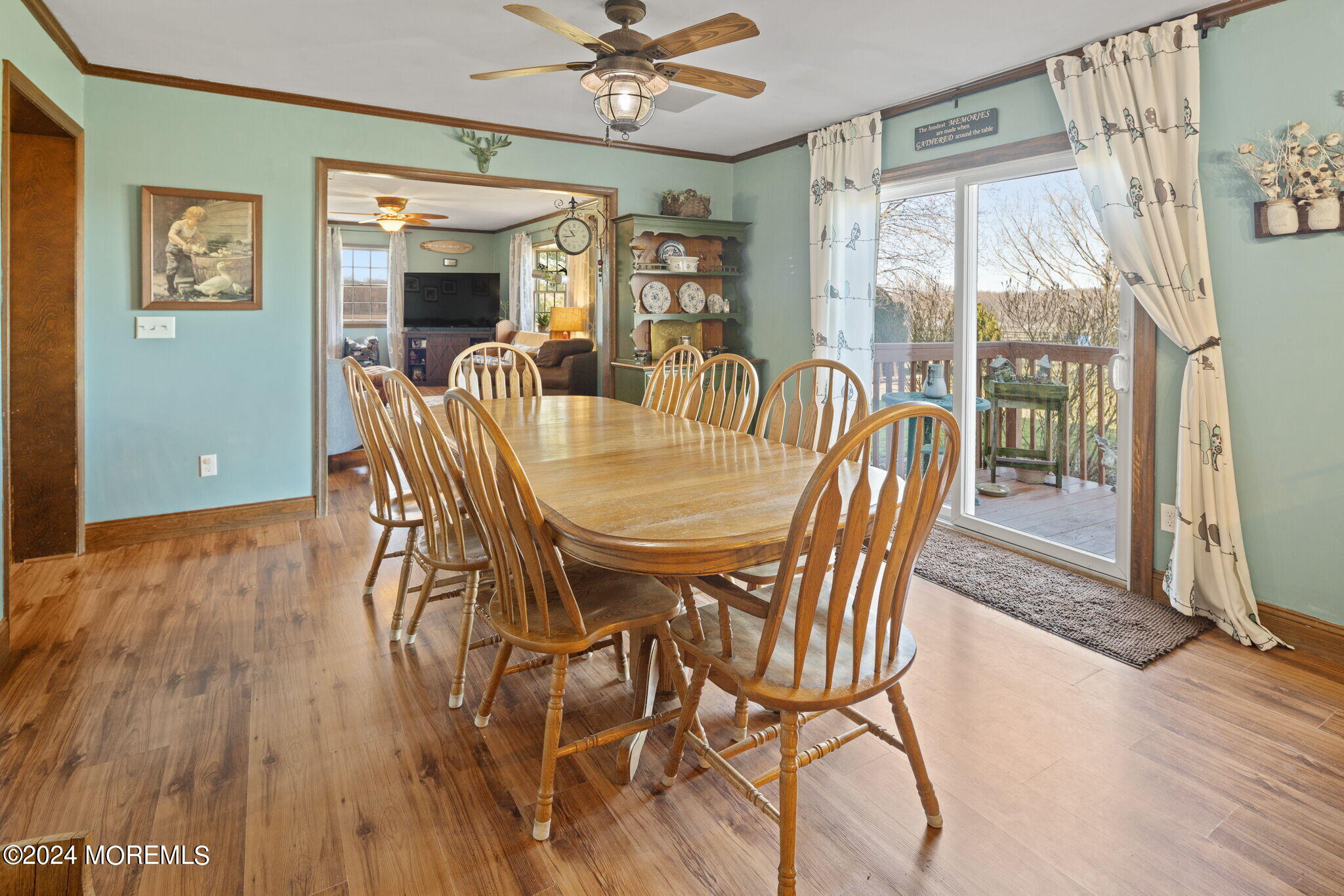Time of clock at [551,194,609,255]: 10:43
